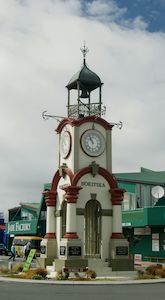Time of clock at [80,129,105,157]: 10:55
